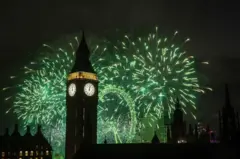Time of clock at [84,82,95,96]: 12:04
